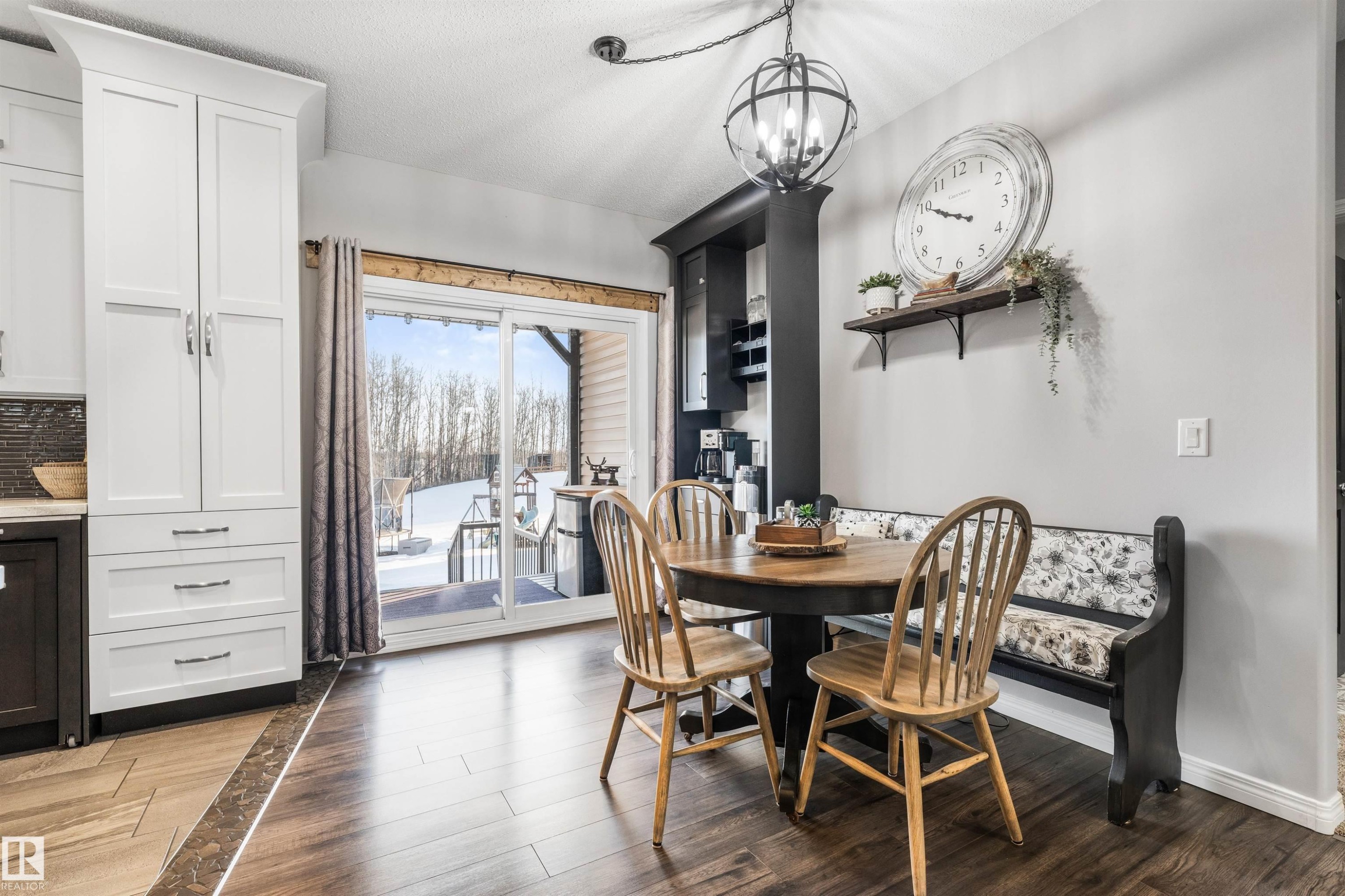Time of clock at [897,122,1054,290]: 9:50
